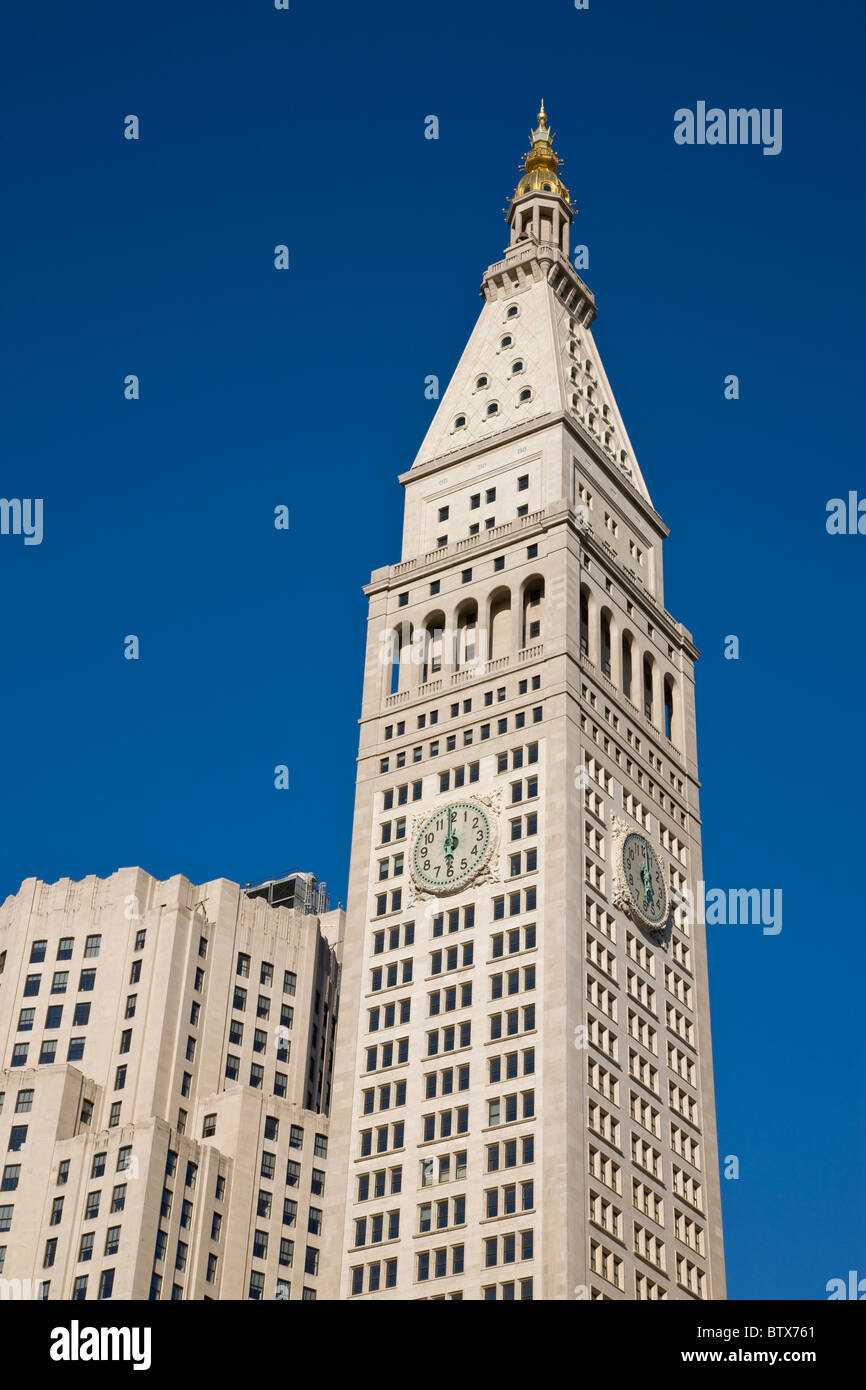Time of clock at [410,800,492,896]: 5:59
